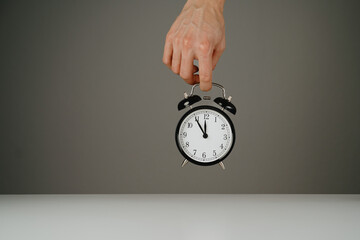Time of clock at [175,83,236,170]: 11:54
